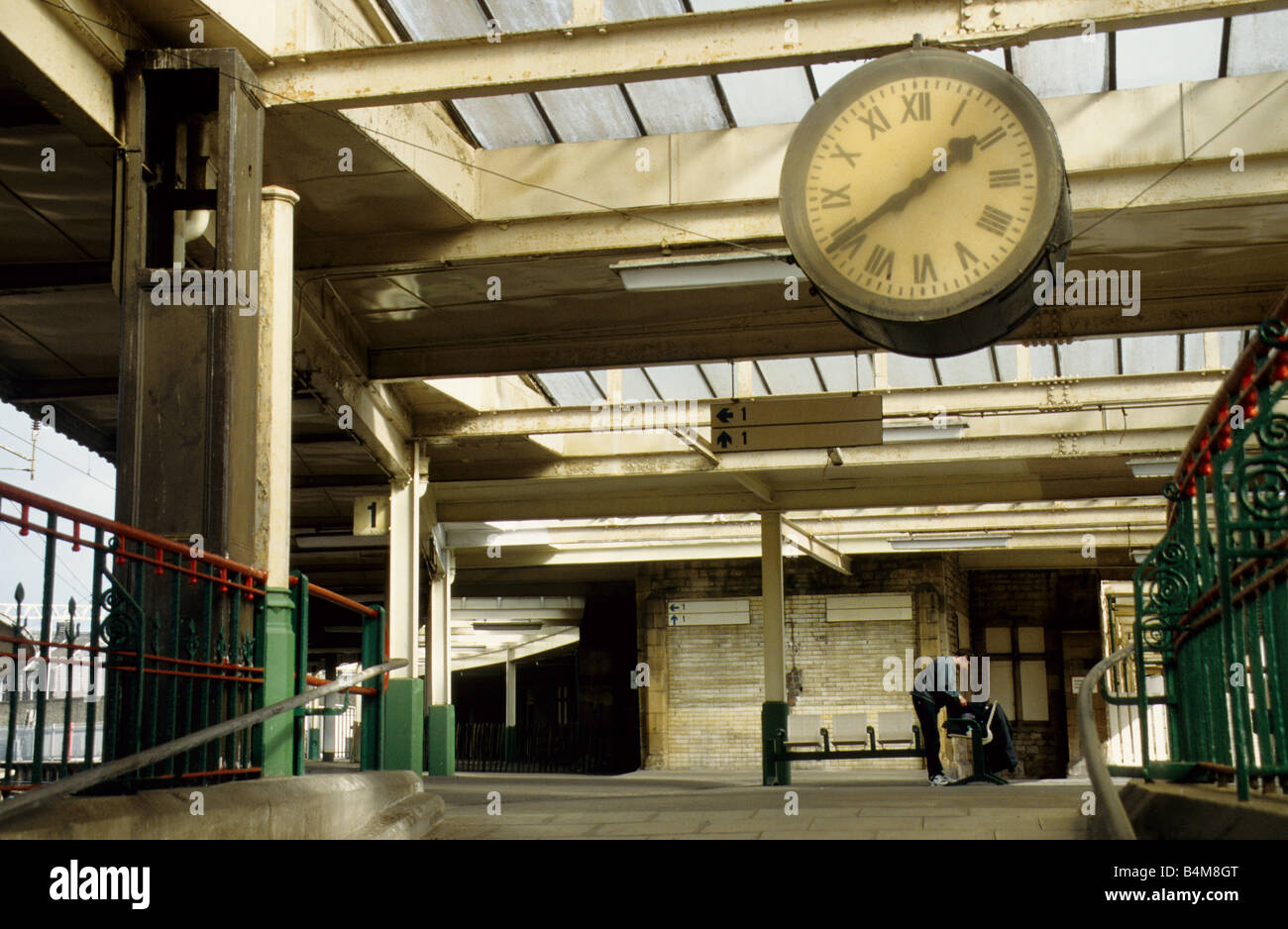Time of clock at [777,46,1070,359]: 1:39
